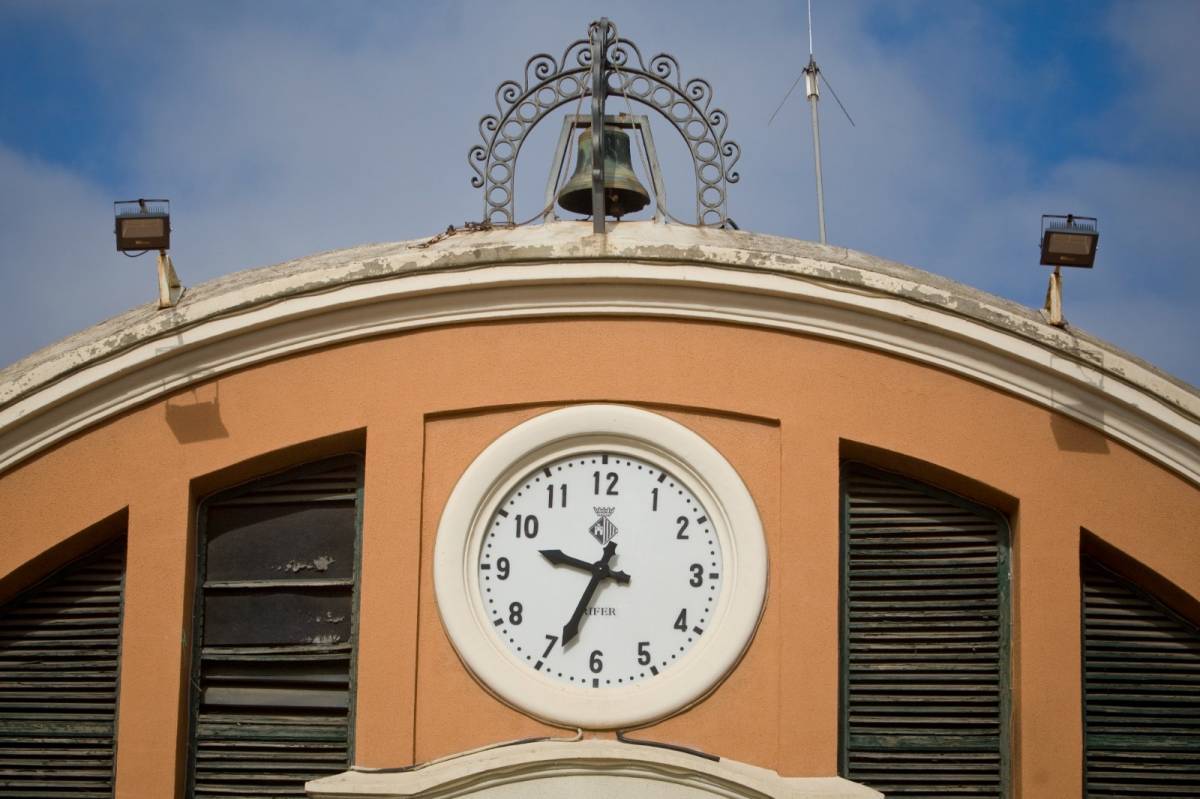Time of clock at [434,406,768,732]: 9:33
